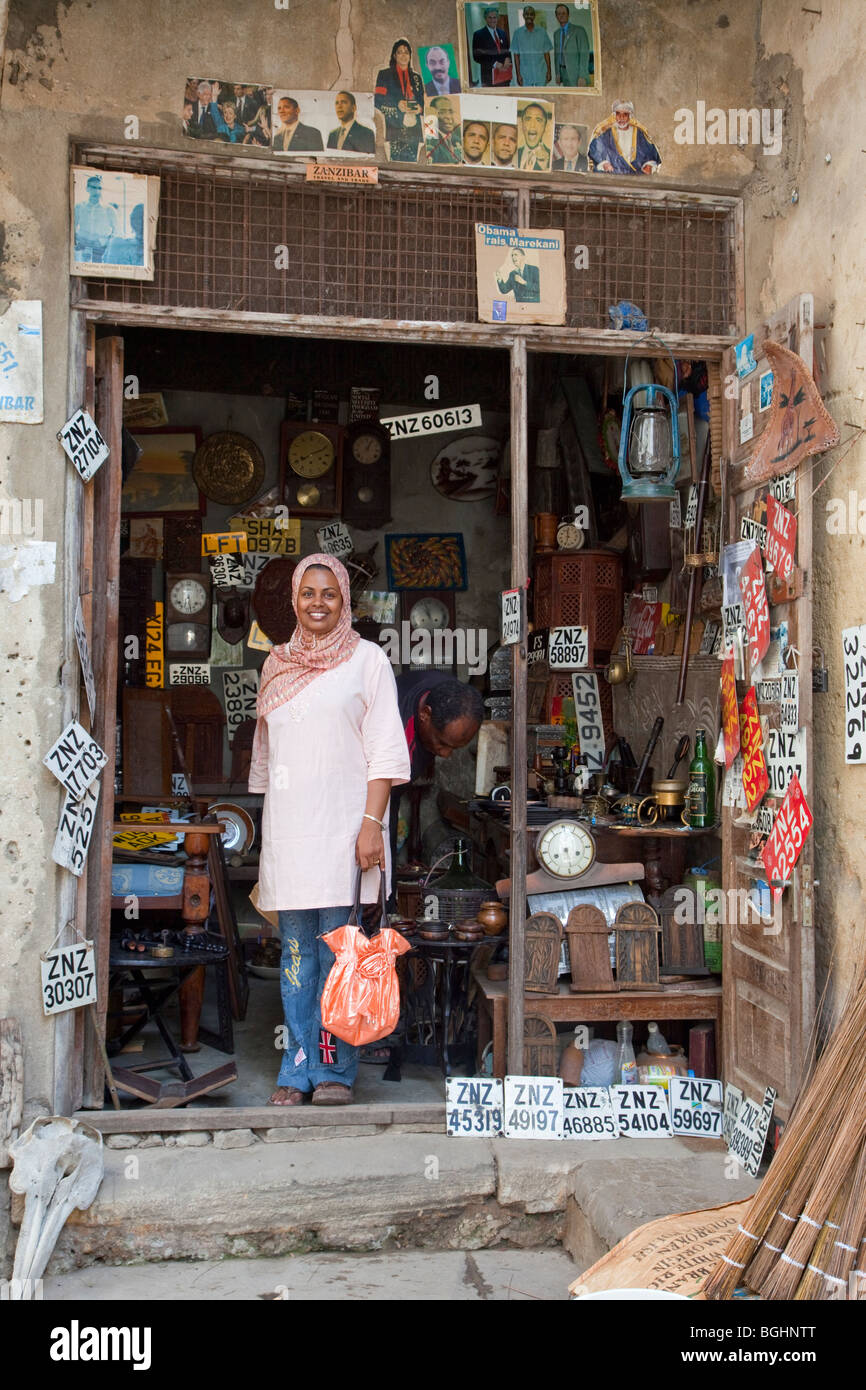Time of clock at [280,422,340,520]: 8:11
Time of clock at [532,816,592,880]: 8:29
